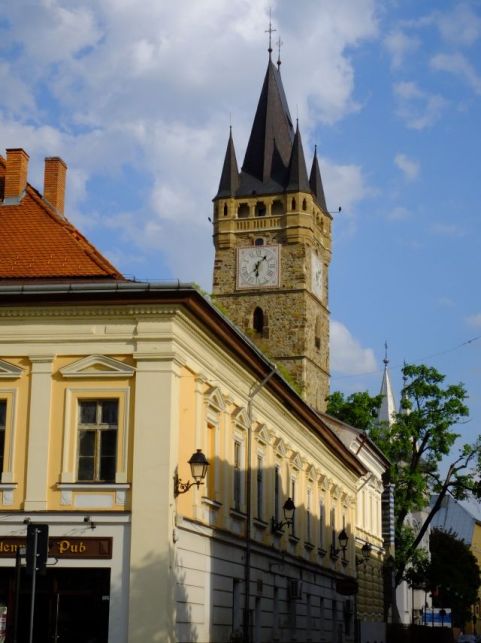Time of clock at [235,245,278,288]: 6:07
